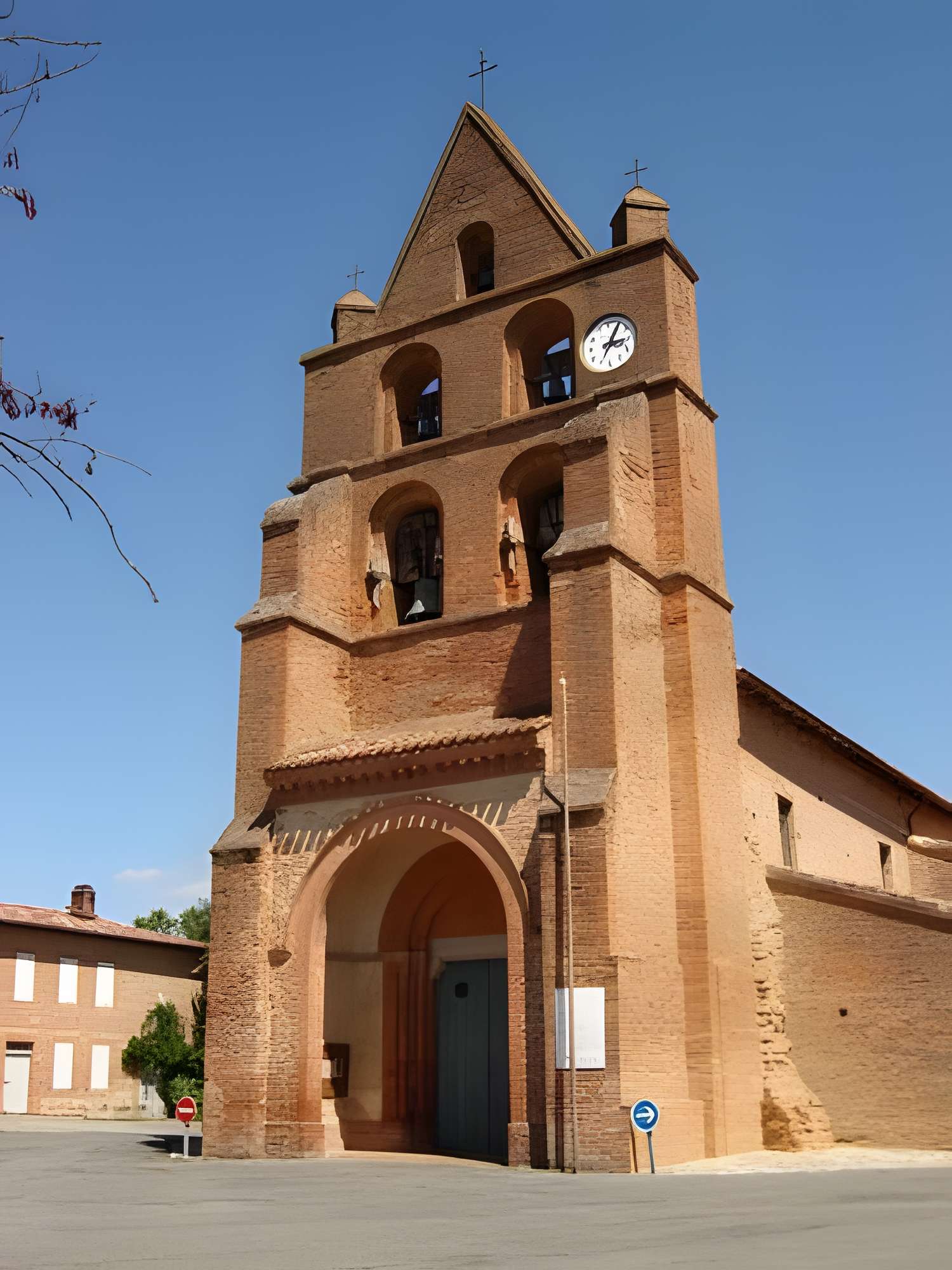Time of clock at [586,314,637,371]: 3:04
